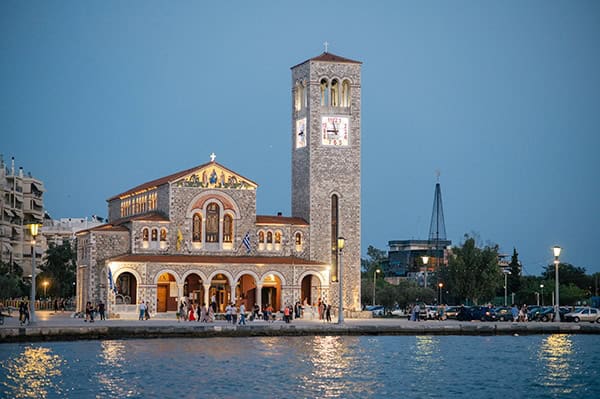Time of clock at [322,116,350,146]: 8:57
